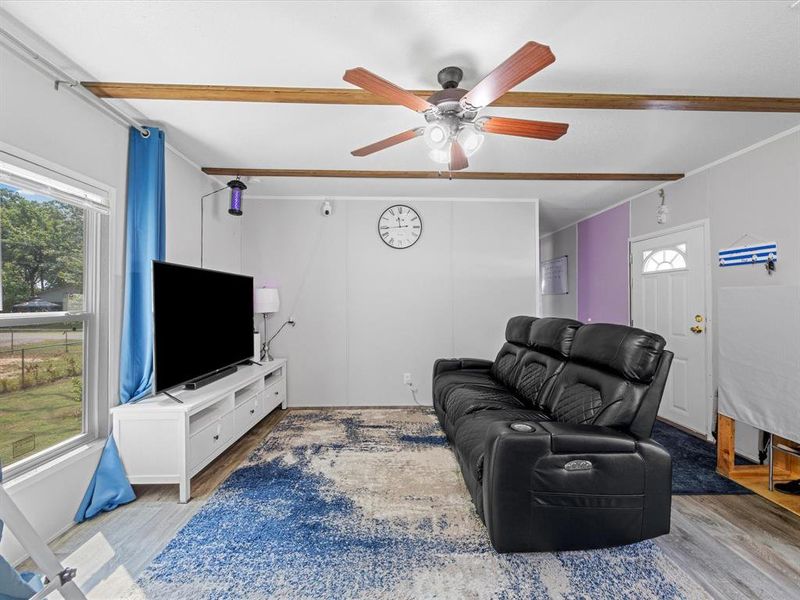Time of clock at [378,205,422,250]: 11:43
